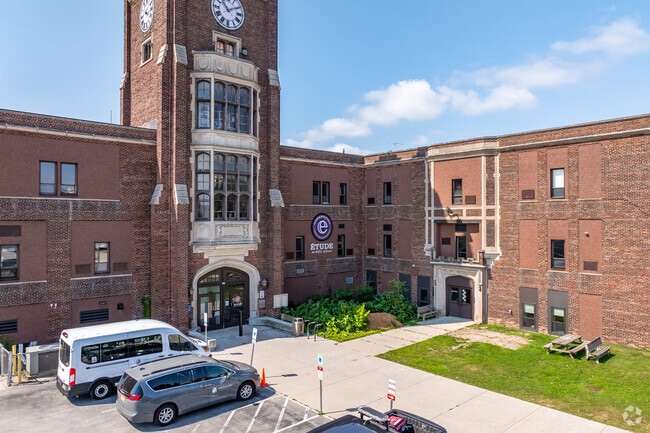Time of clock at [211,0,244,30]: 1:52
